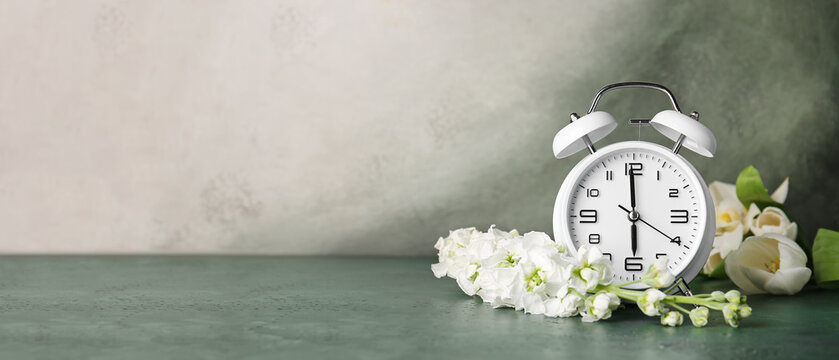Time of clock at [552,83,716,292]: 5:59
